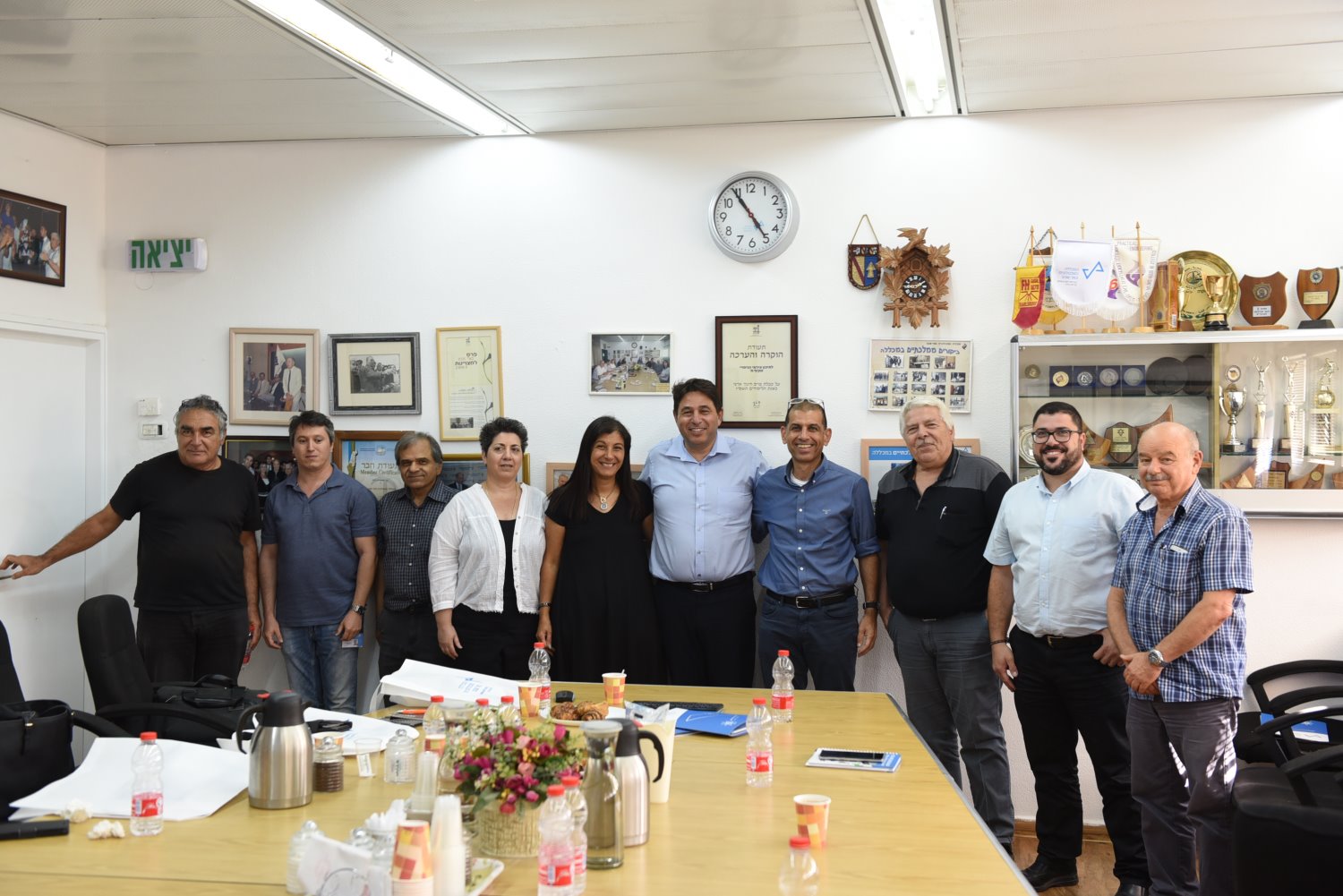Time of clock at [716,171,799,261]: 4:54
